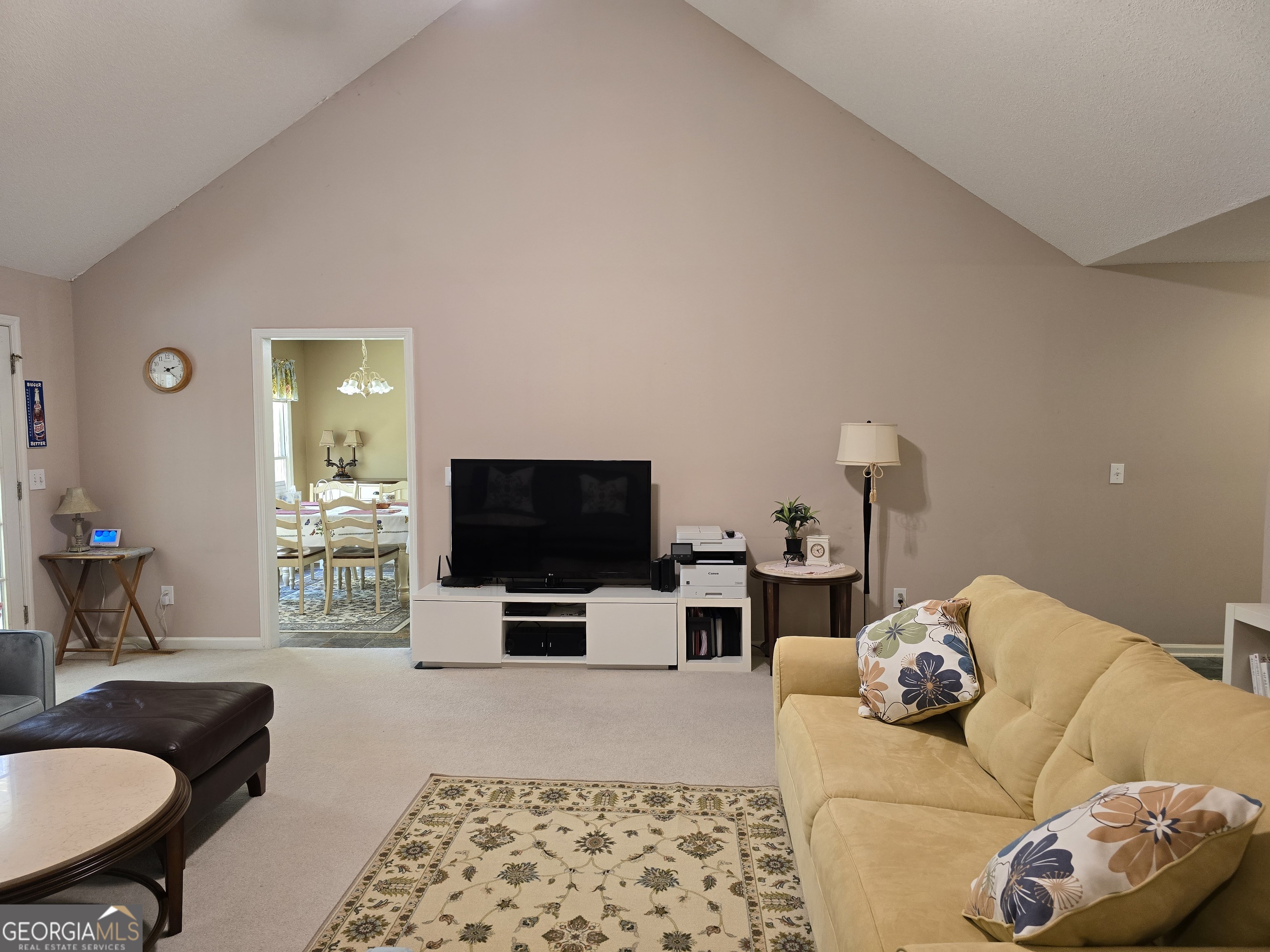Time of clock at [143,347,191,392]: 2:22
